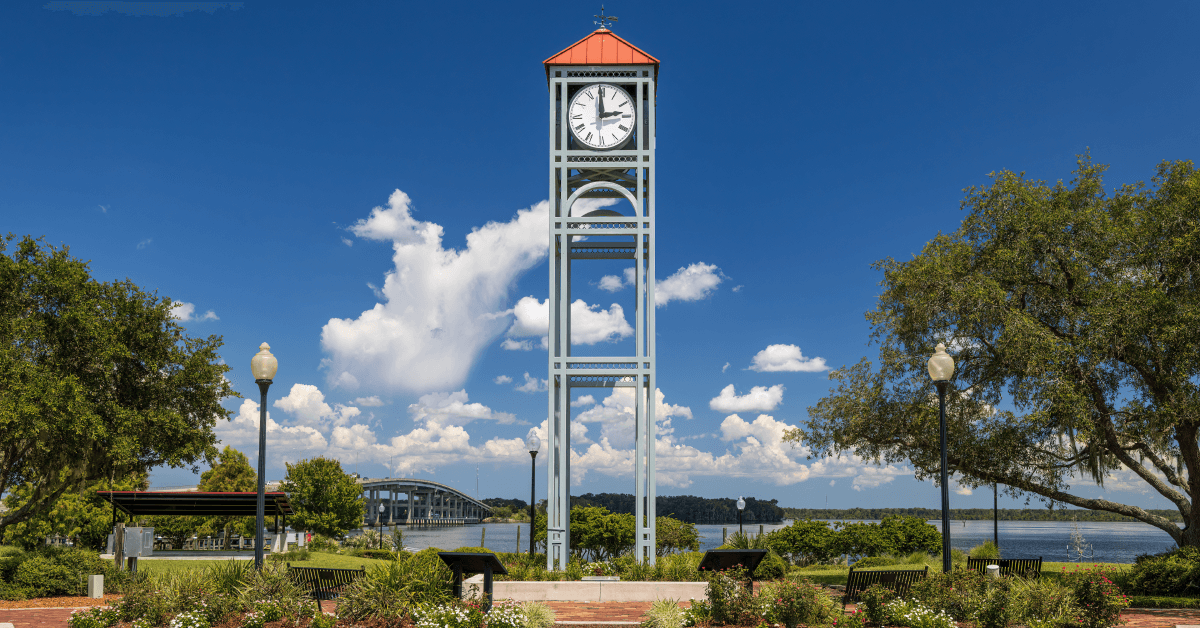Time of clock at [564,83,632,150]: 2:59
